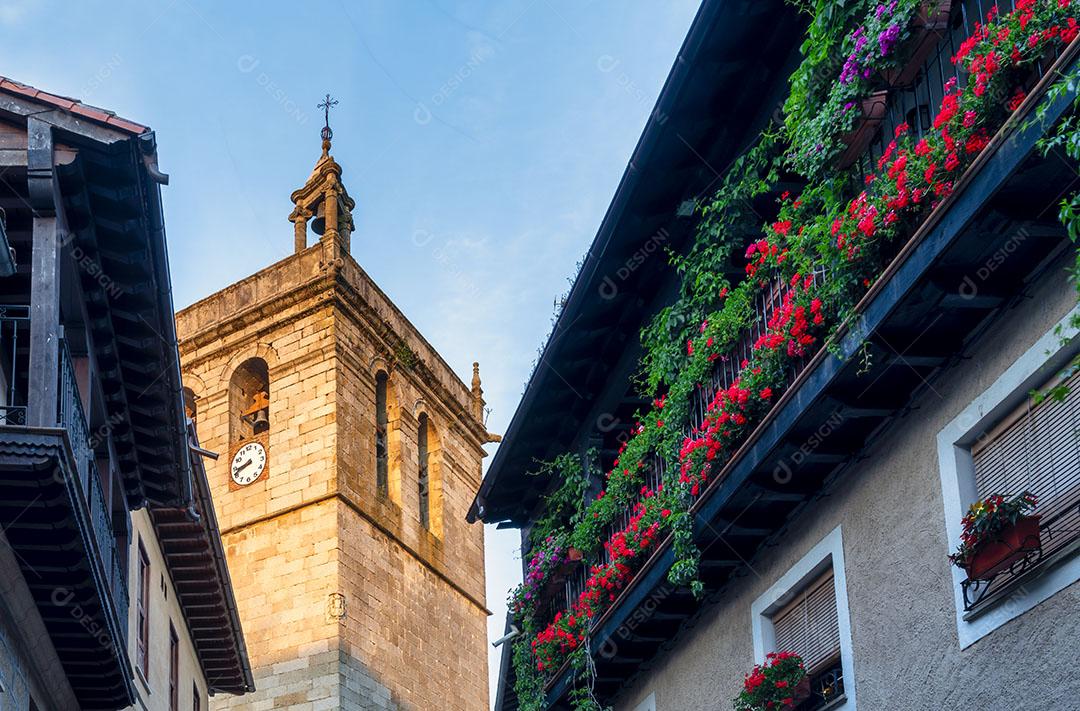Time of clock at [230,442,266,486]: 8:41
